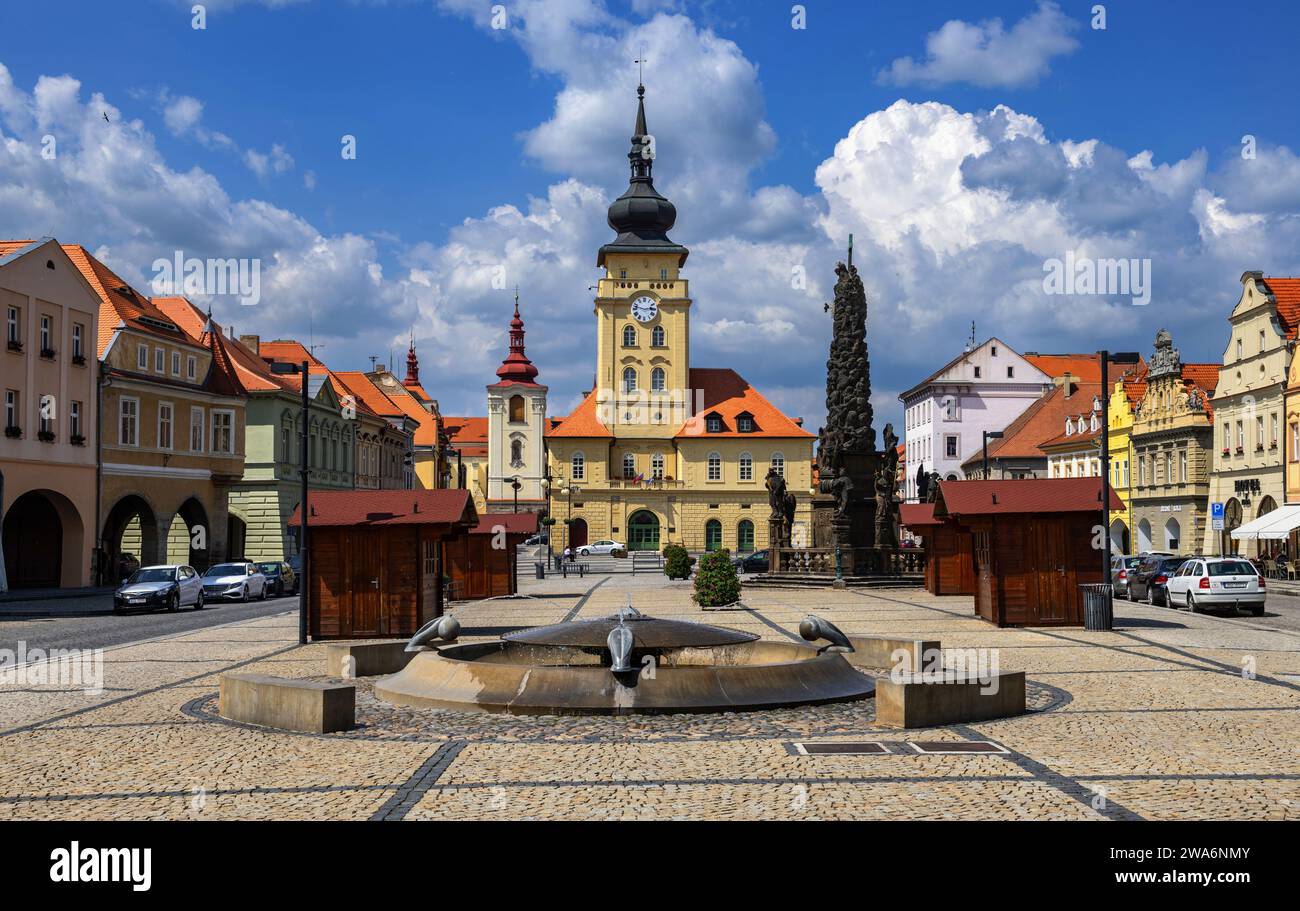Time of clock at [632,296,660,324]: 2:47
